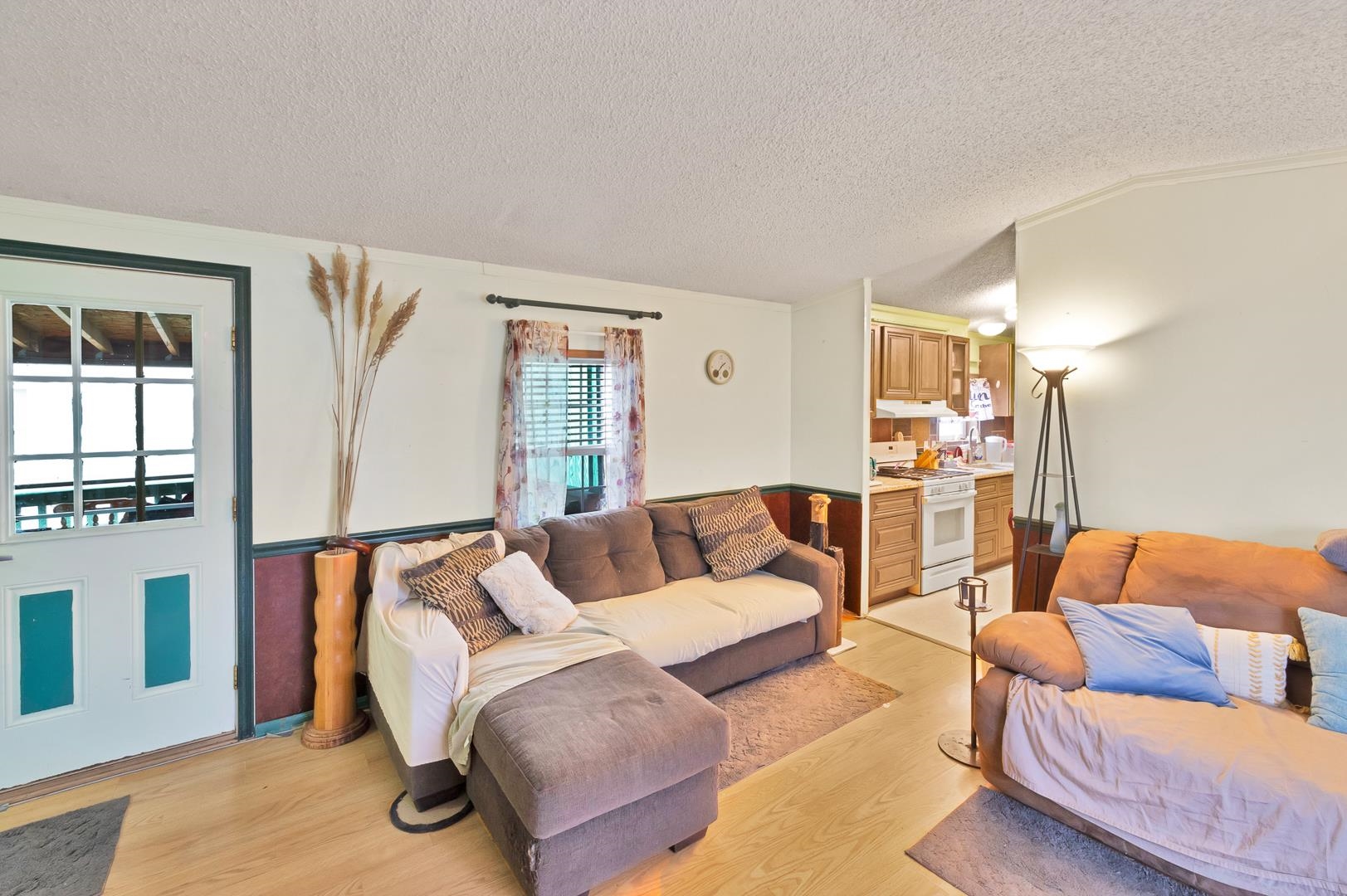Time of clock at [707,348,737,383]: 1:37
